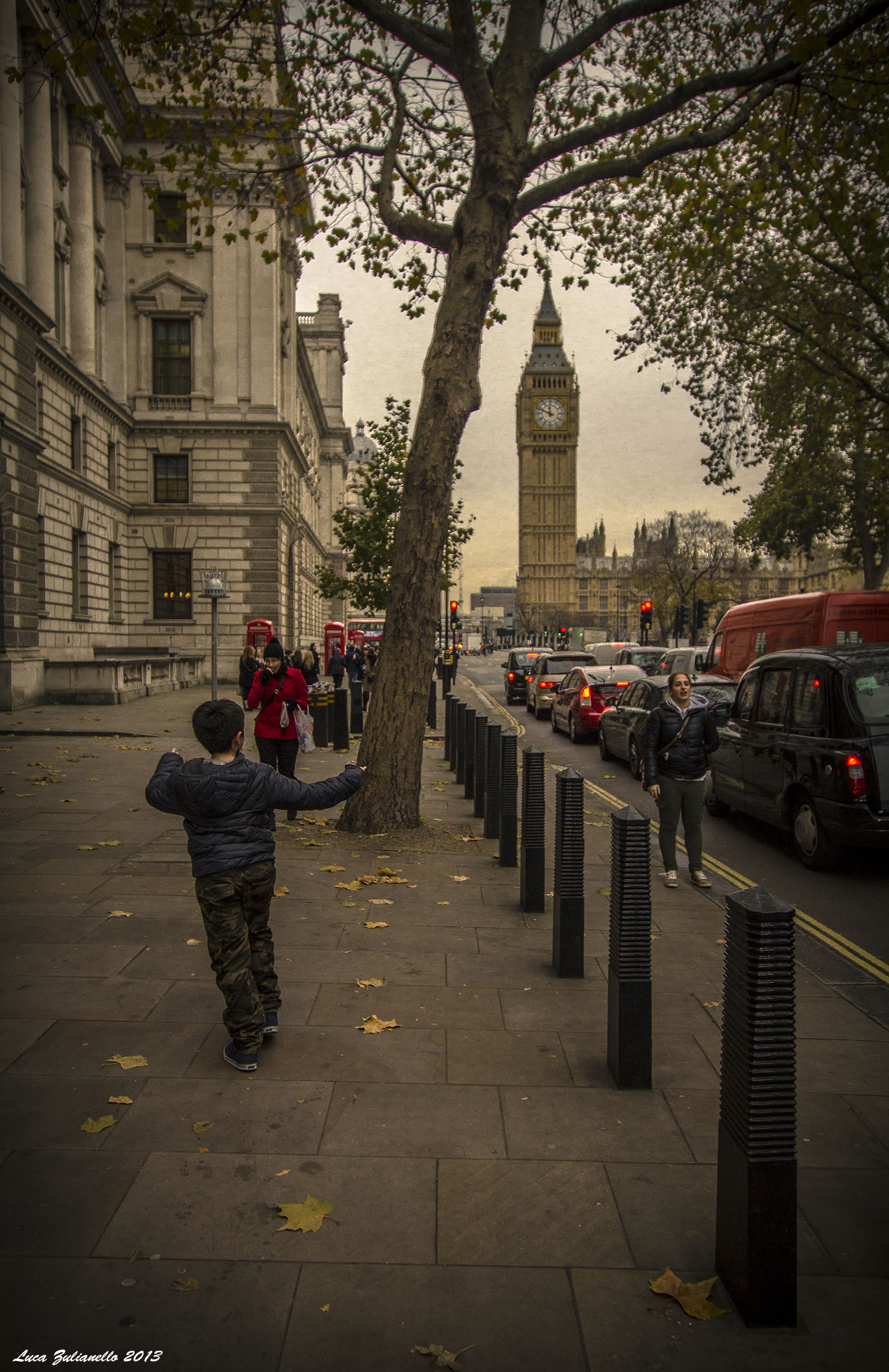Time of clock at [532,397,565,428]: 11:48
